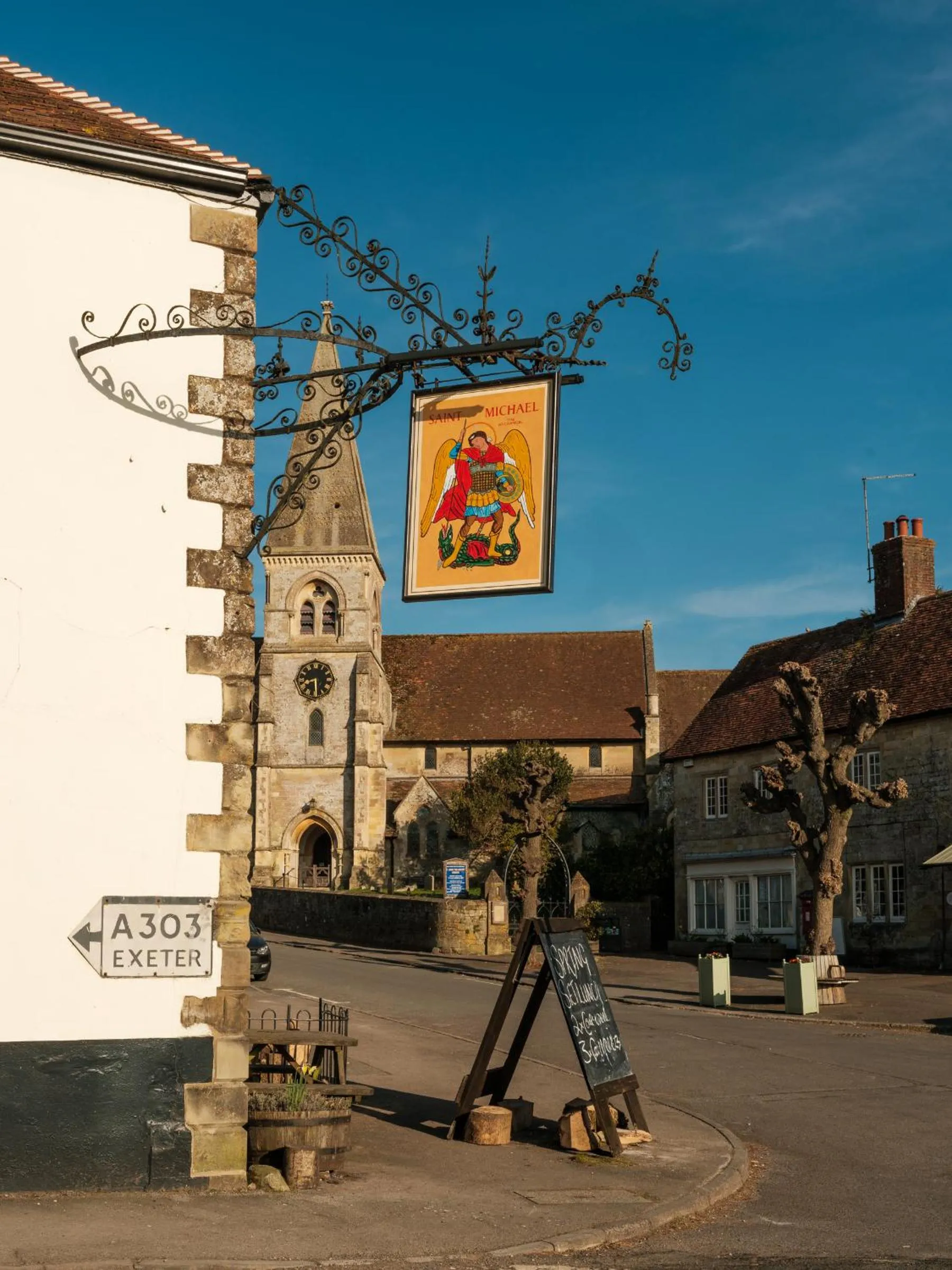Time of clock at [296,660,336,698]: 8:29
